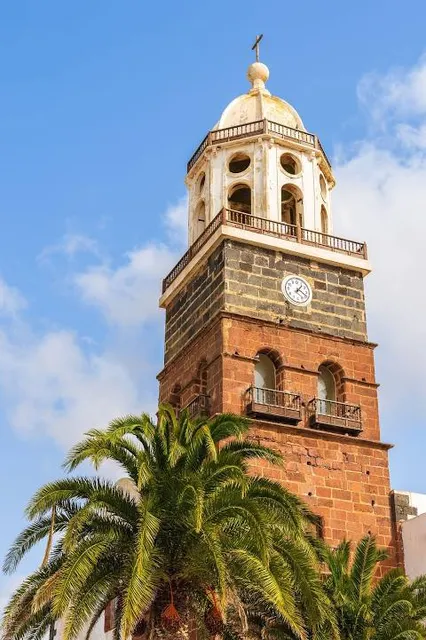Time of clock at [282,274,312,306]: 1:19
